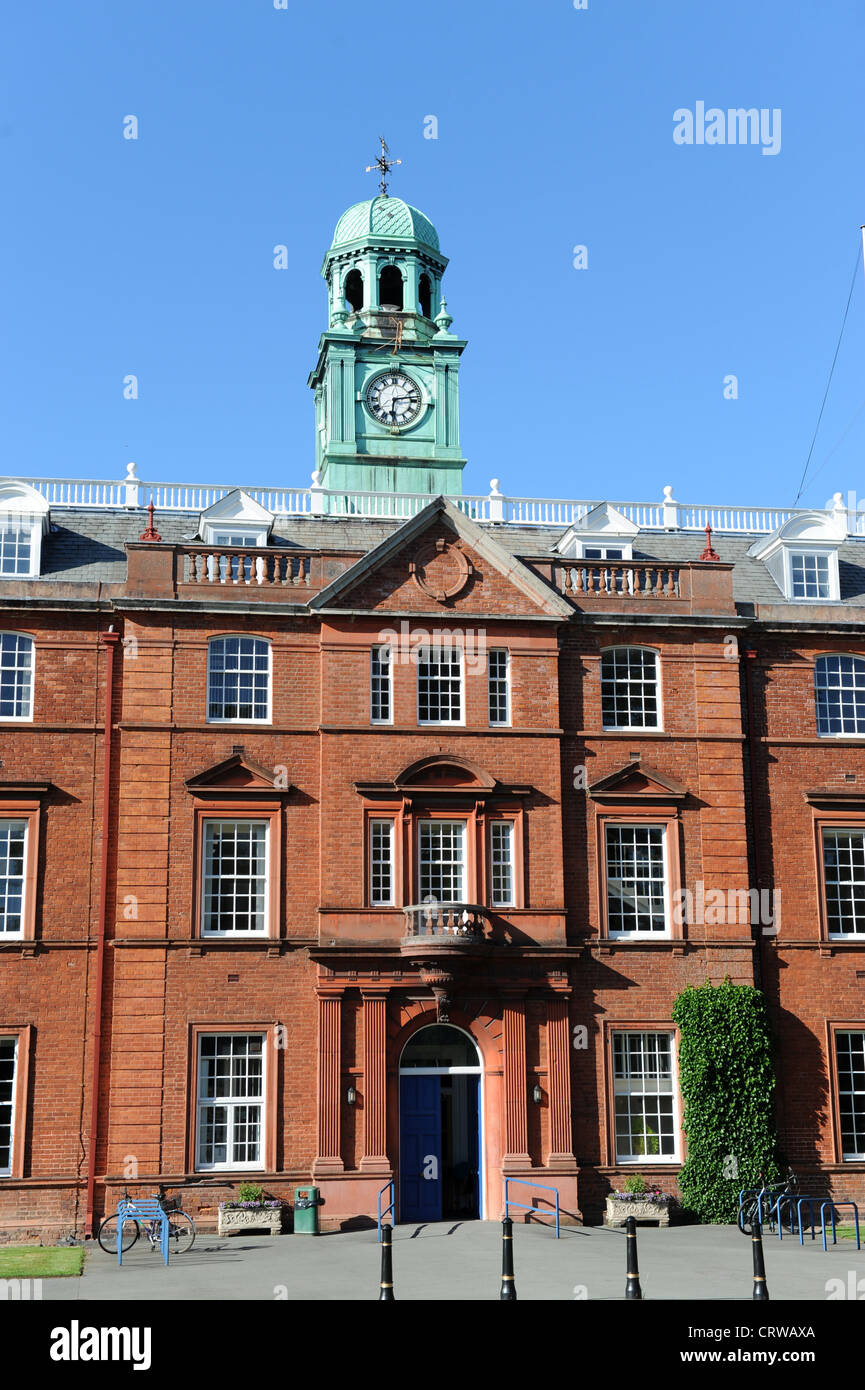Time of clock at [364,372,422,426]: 6:13
